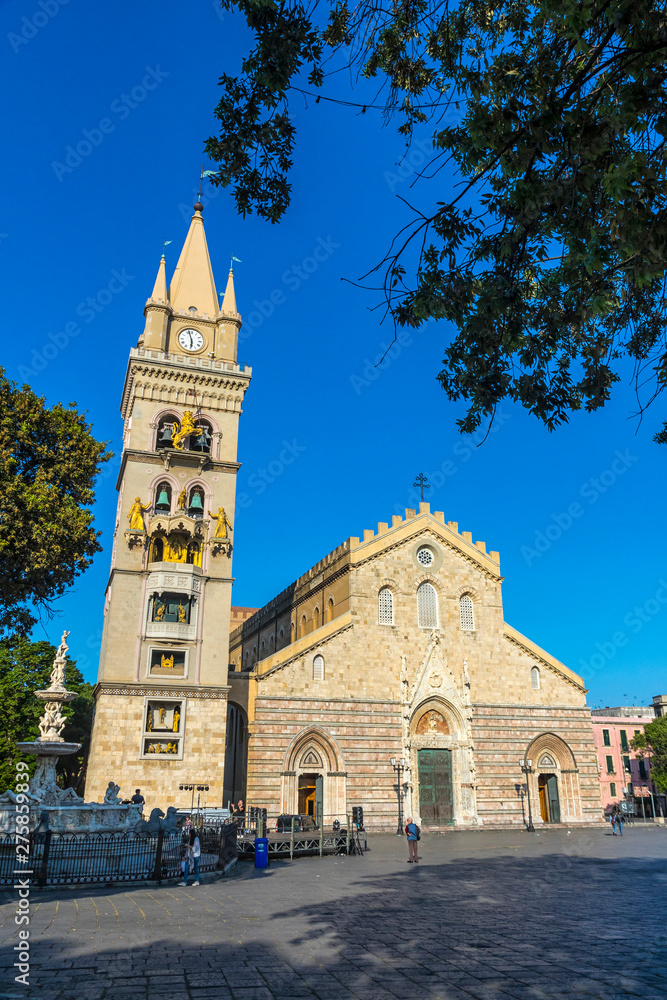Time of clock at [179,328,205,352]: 5:57
